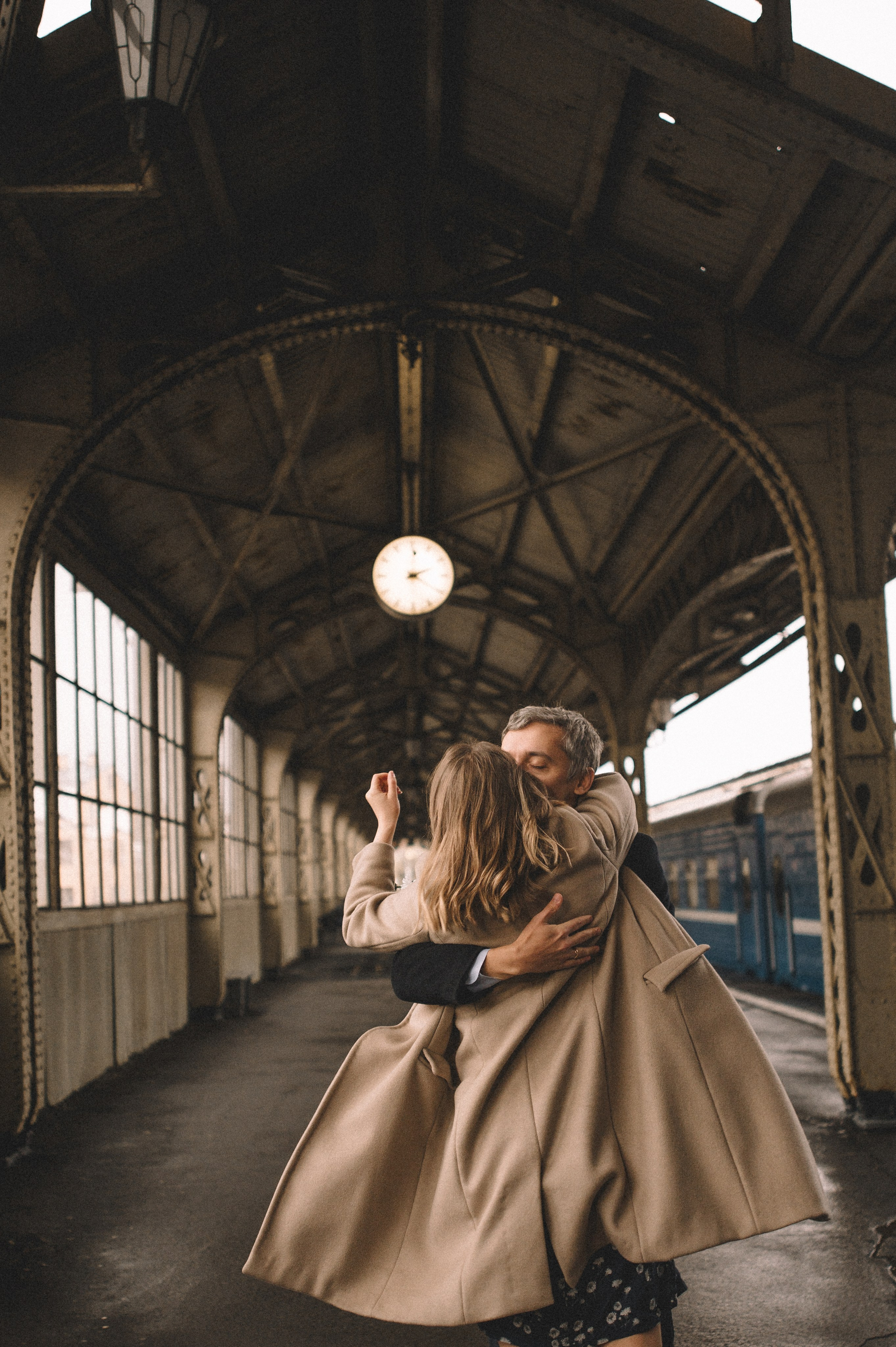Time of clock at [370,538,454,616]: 2:01
